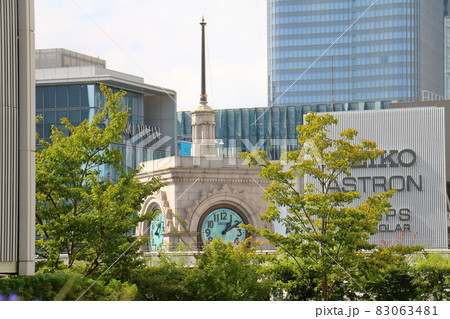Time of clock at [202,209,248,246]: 1:09
